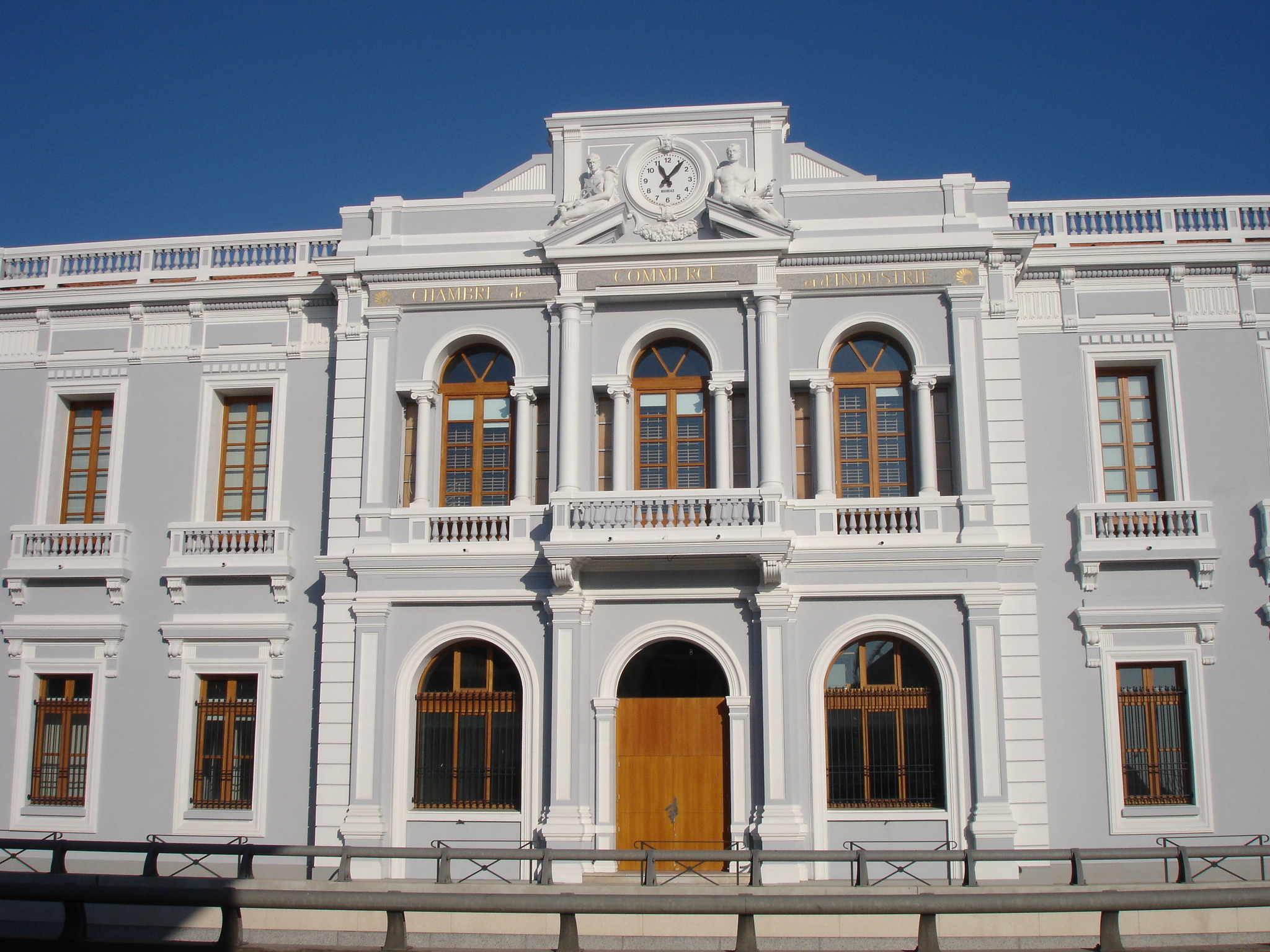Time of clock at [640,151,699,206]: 11:06
